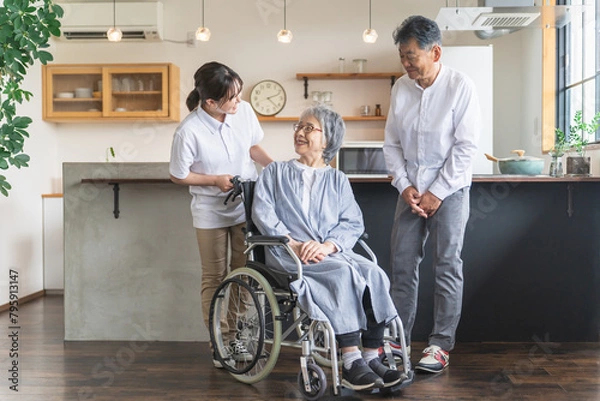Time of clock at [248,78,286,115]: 2:22
